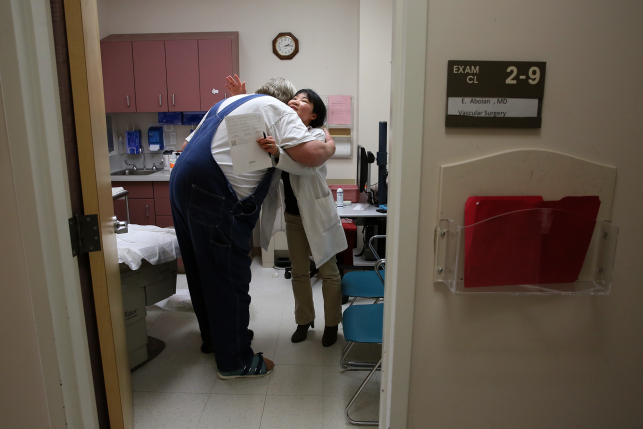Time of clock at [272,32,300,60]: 2:15
